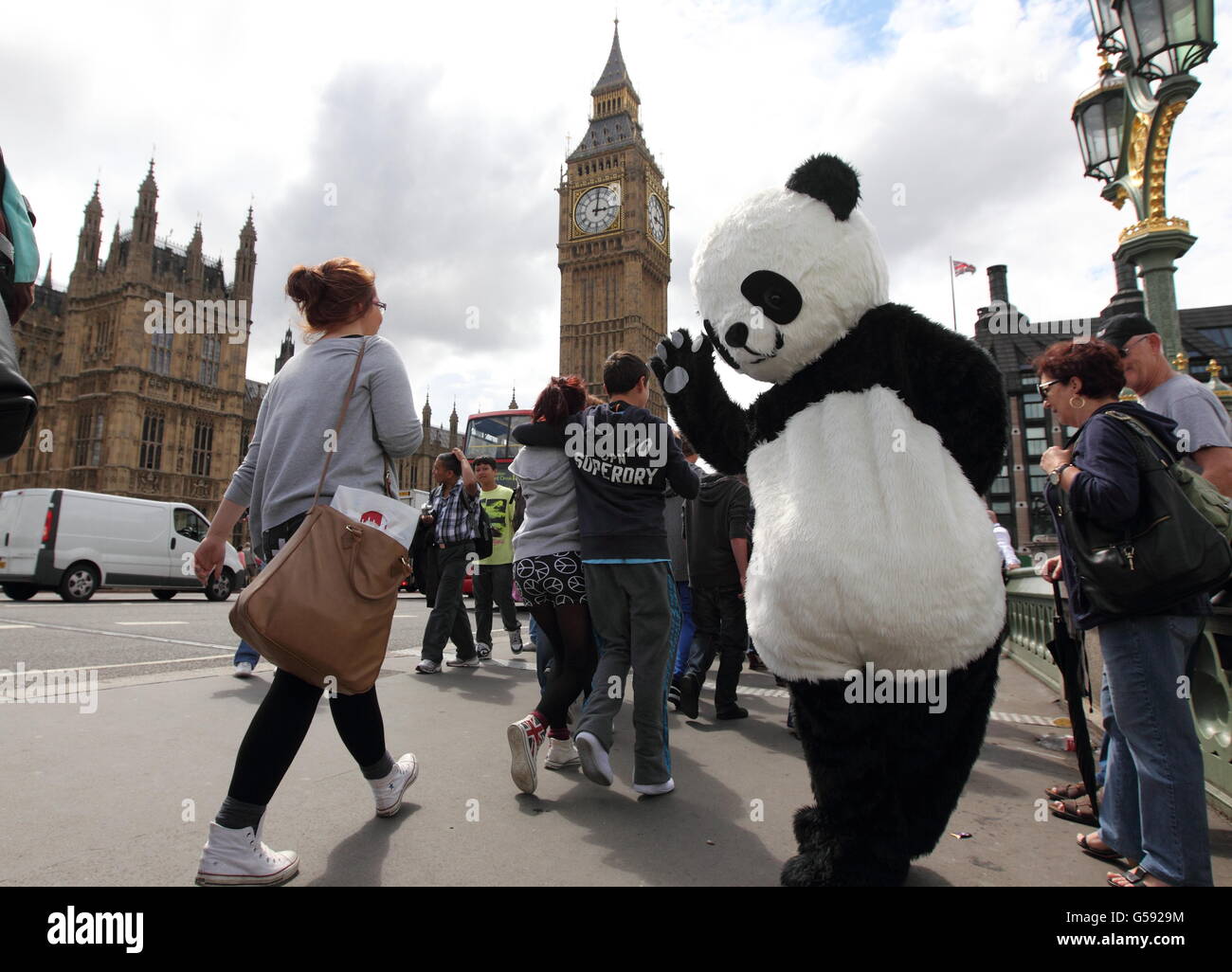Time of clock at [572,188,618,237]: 3:01
